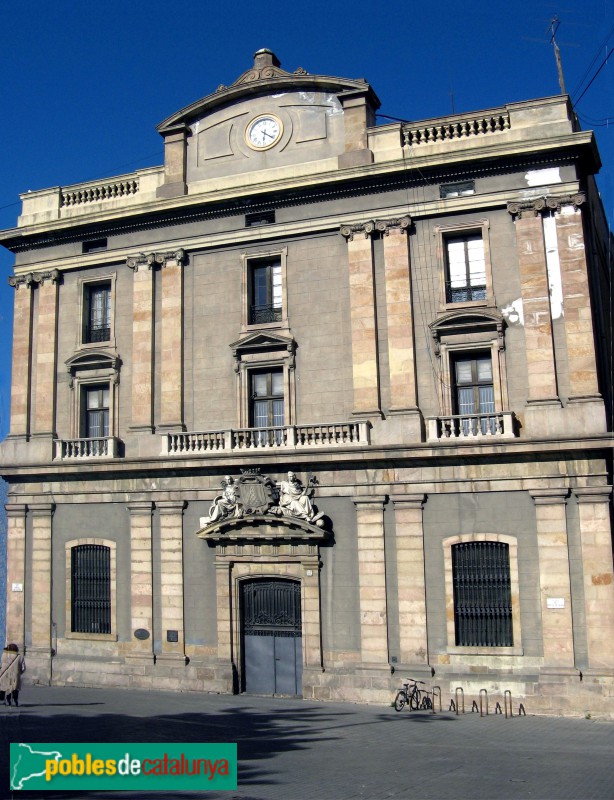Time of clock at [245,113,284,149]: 6:21
